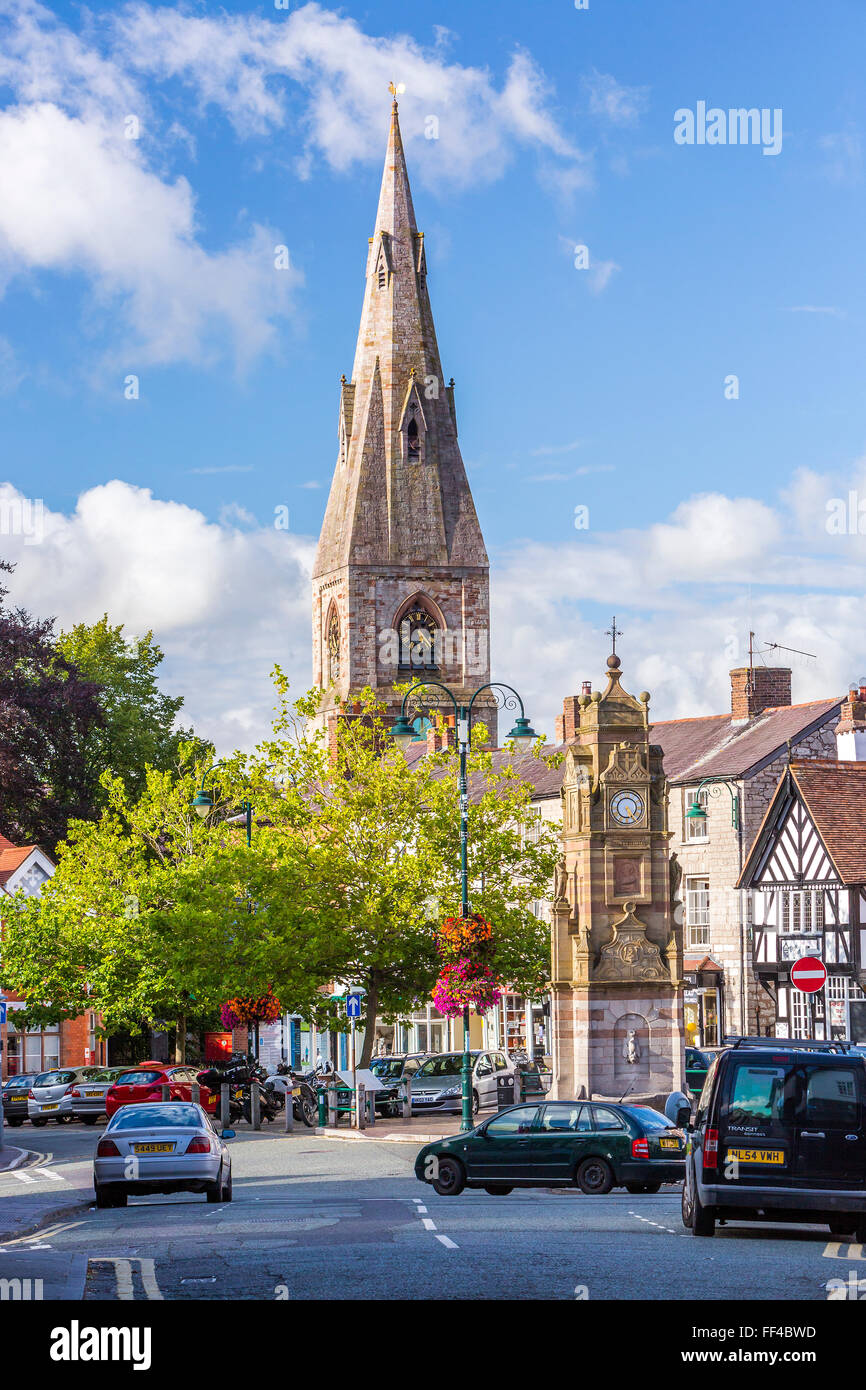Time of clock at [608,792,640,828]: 5:24
